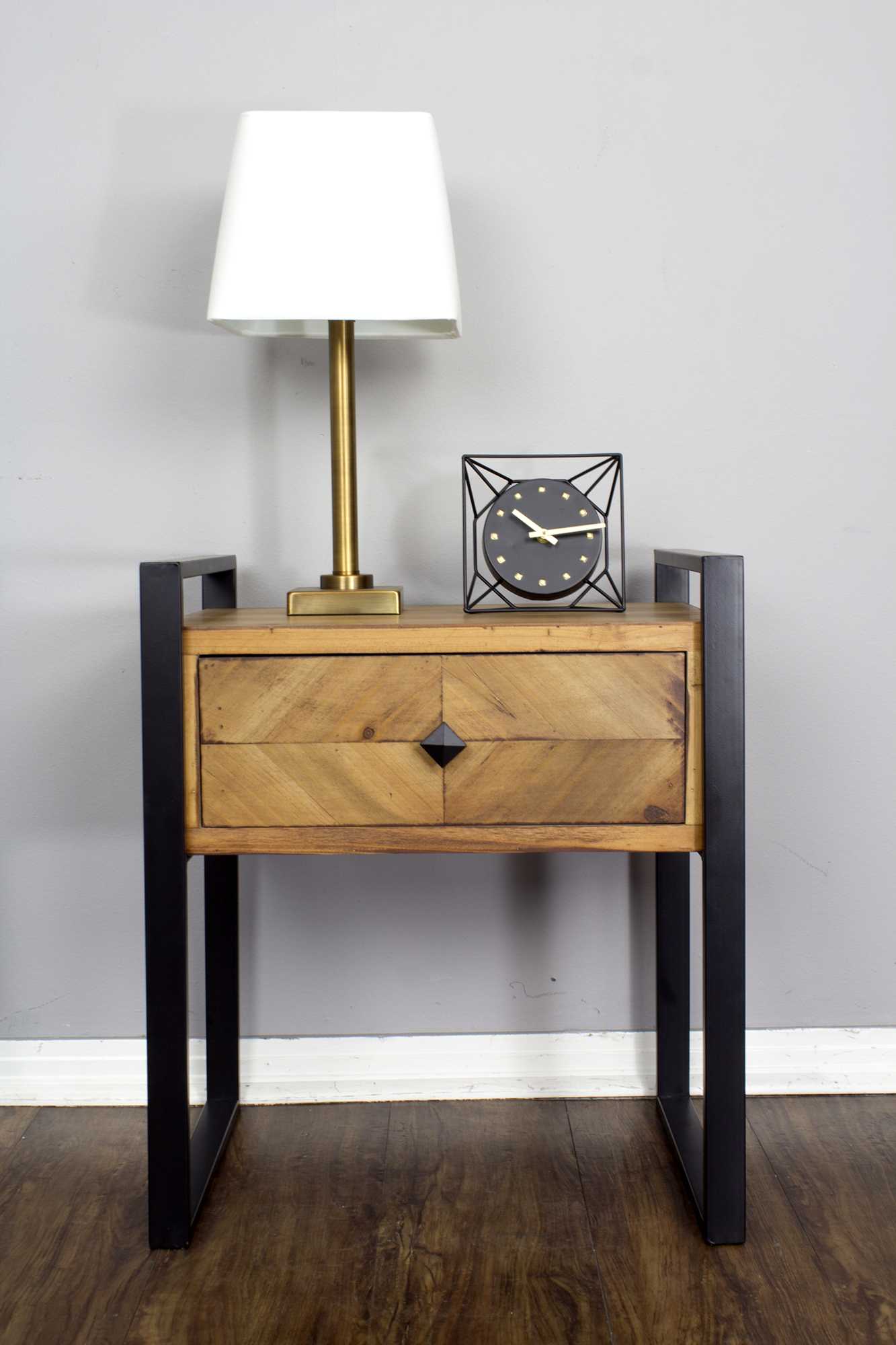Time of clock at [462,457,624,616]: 10:13
